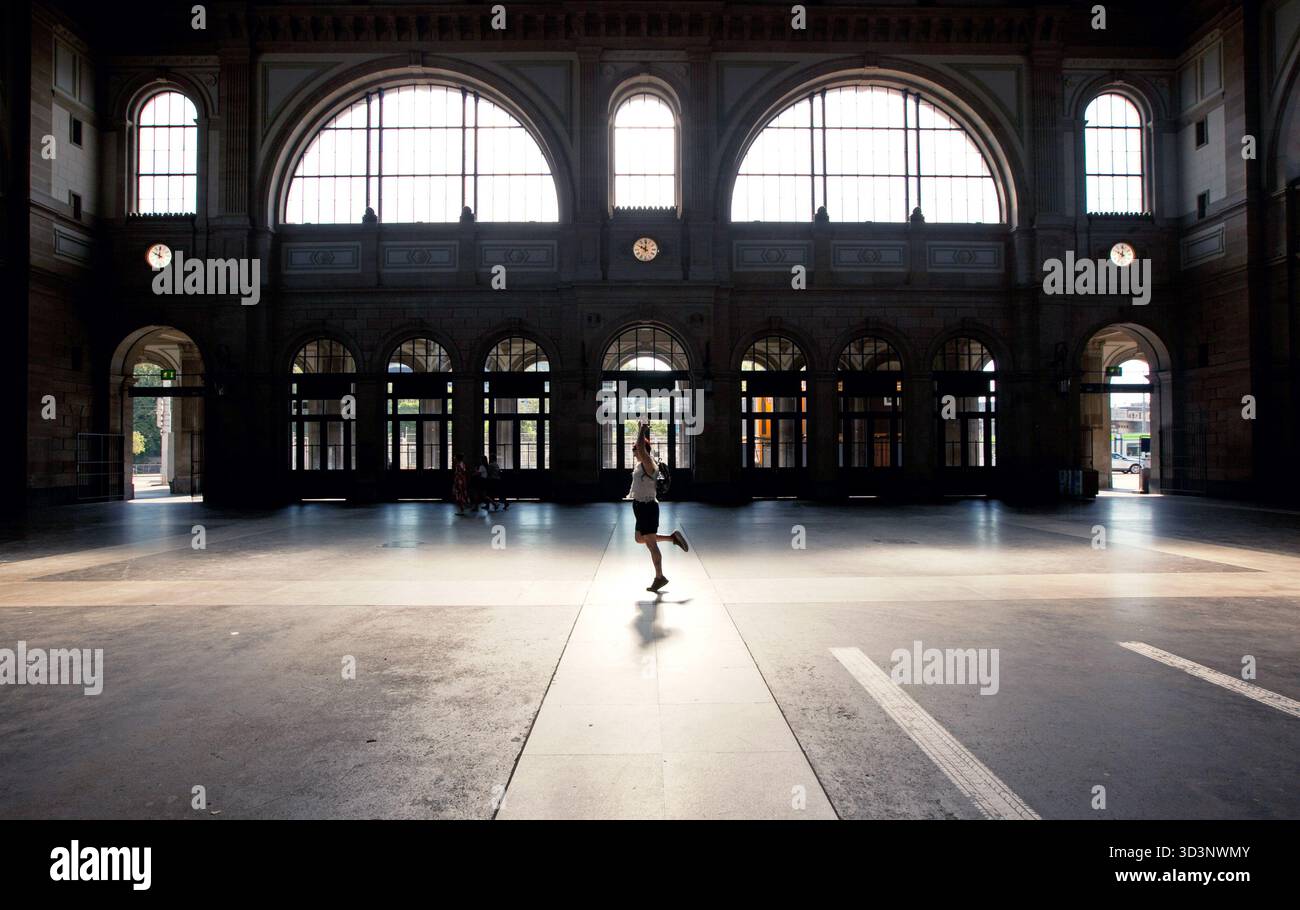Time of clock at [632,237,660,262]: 10:00
